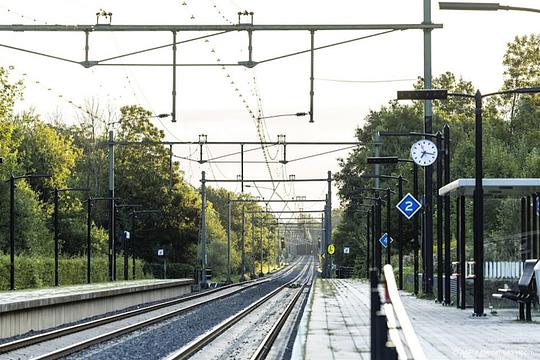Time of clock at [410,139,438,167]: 7:17
